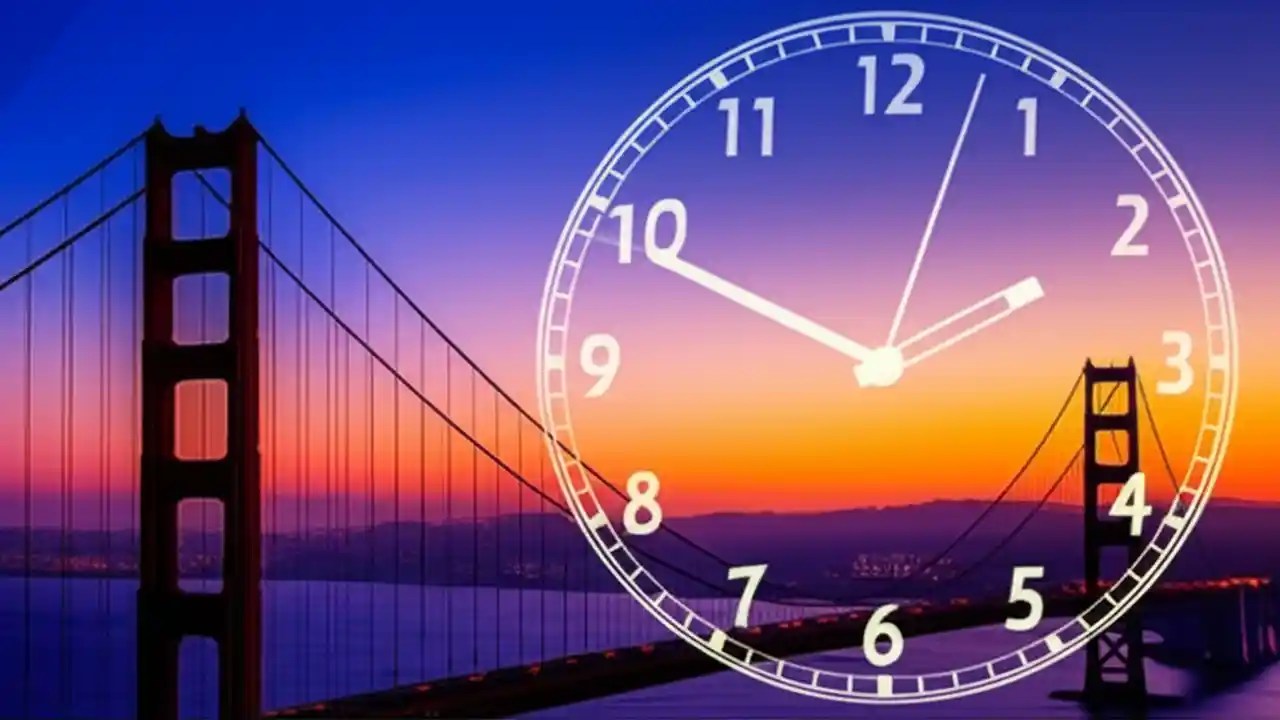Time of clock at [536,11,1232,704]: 1:49
